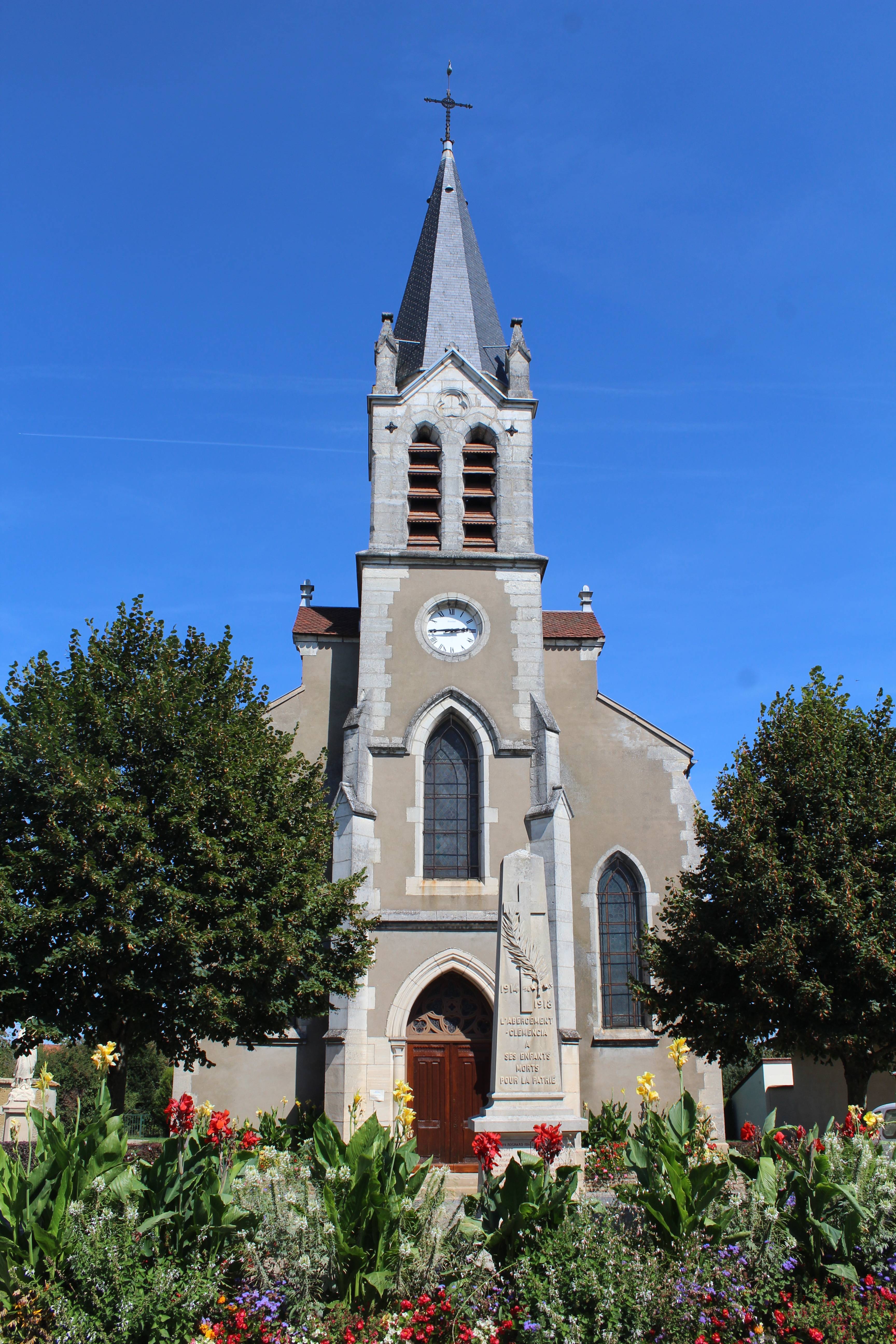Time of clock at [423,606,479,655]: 2:44
